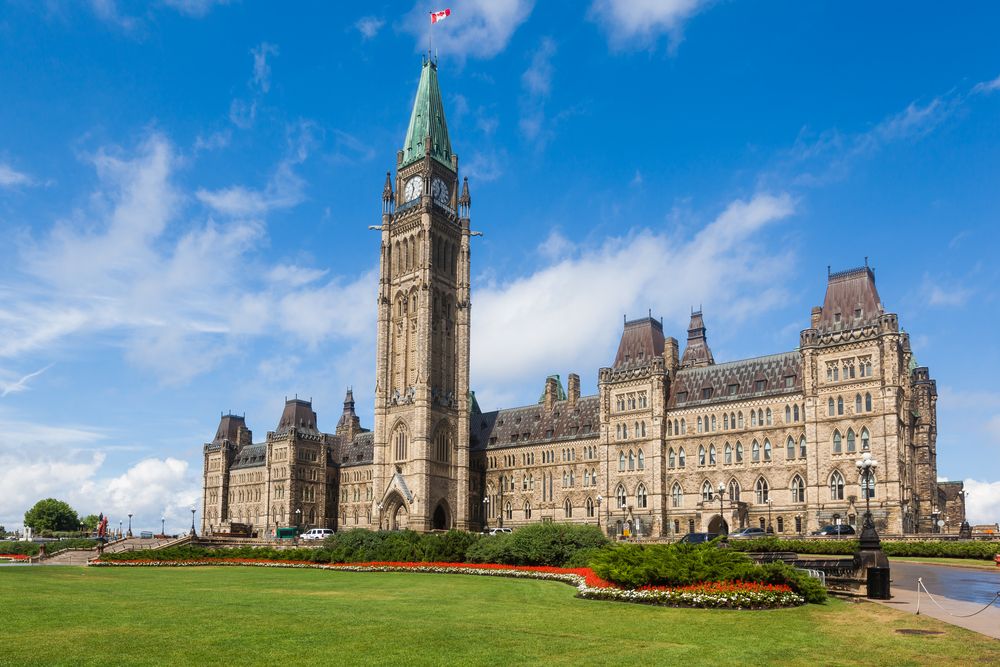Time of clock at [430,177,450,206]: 11:35
